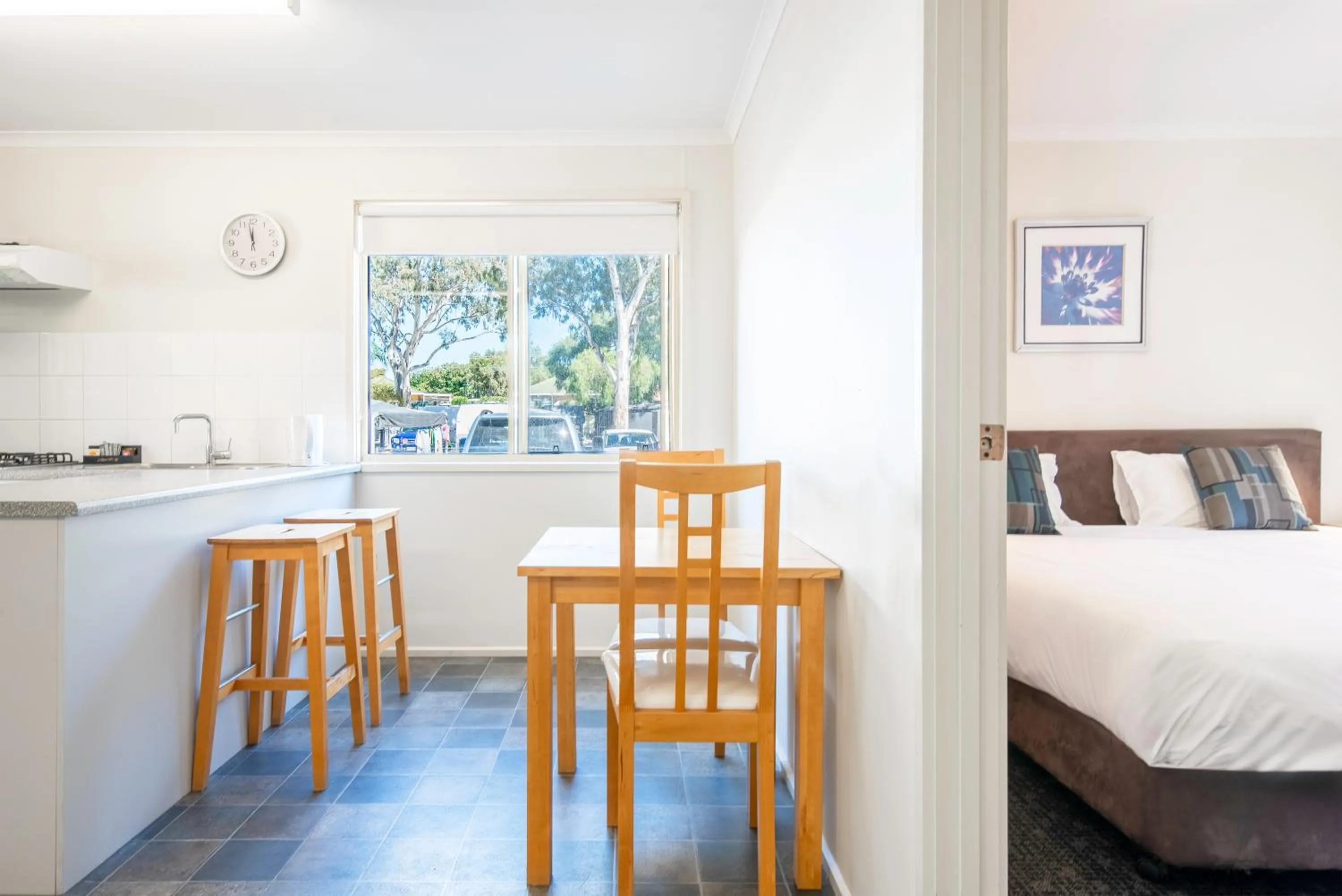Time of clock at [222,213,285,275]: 11:57
